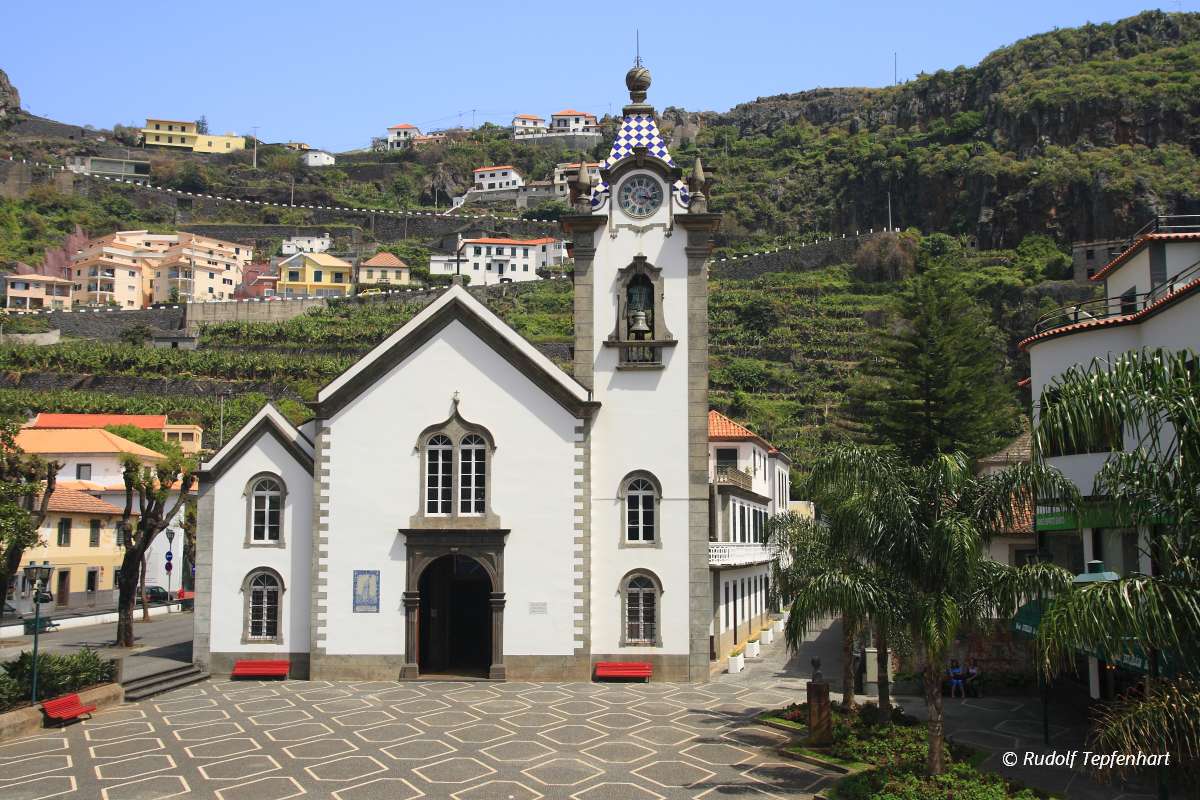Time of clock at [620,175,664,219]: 3:17
